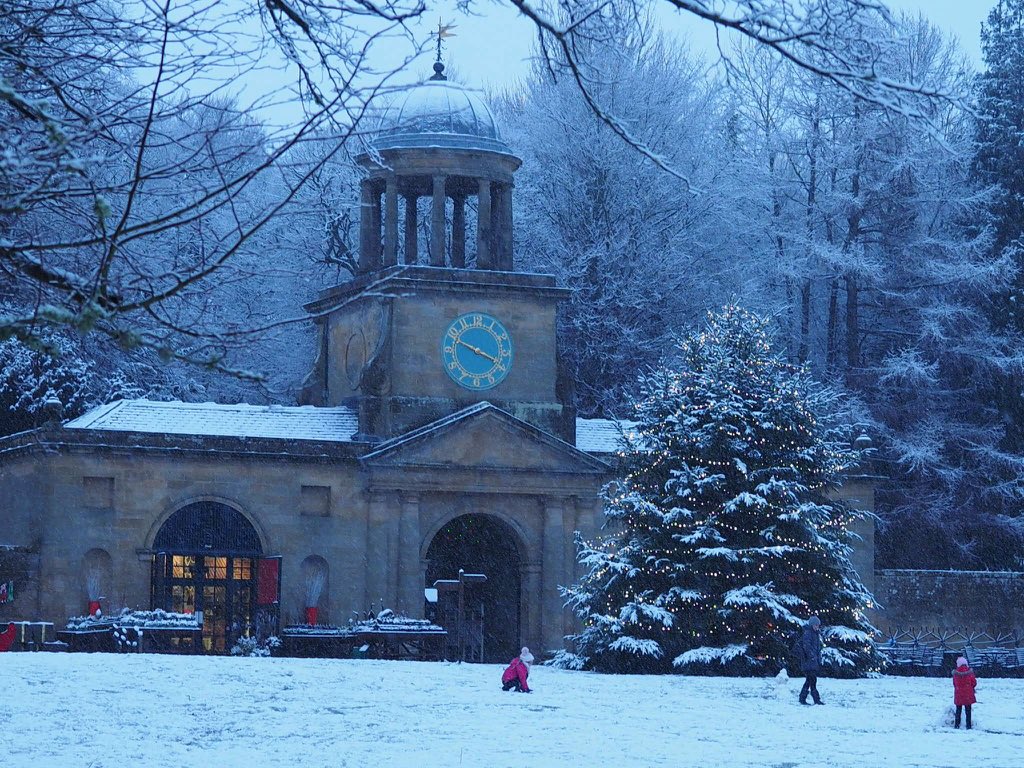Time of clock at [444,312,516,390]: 3:48
